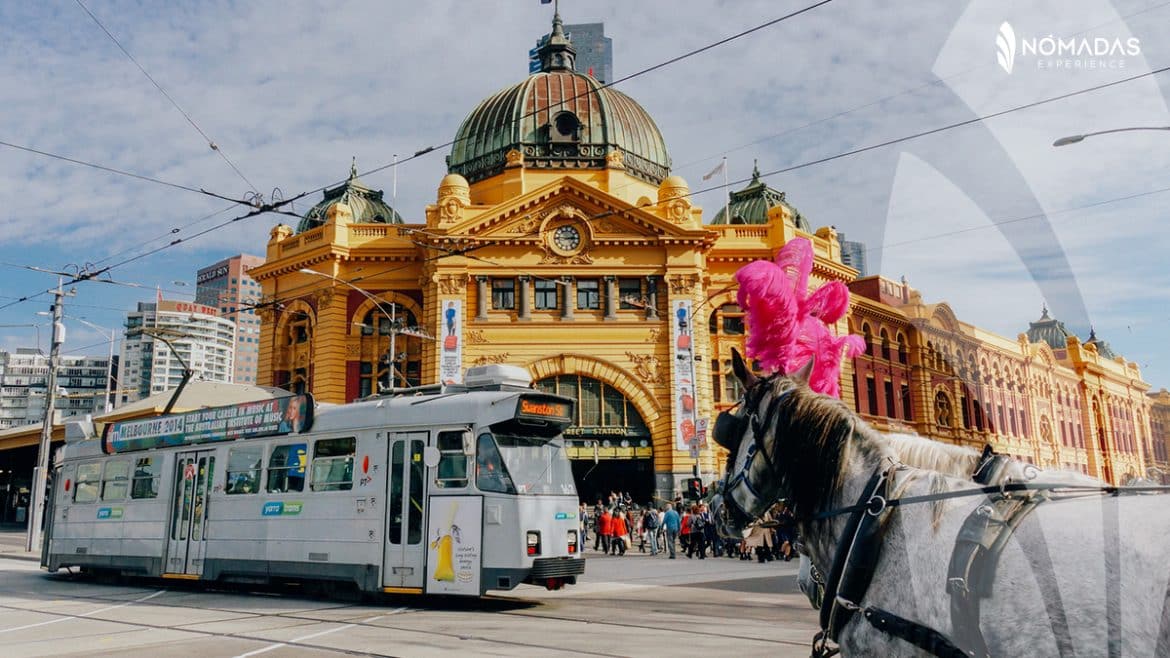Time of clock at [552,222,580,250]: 2:45
